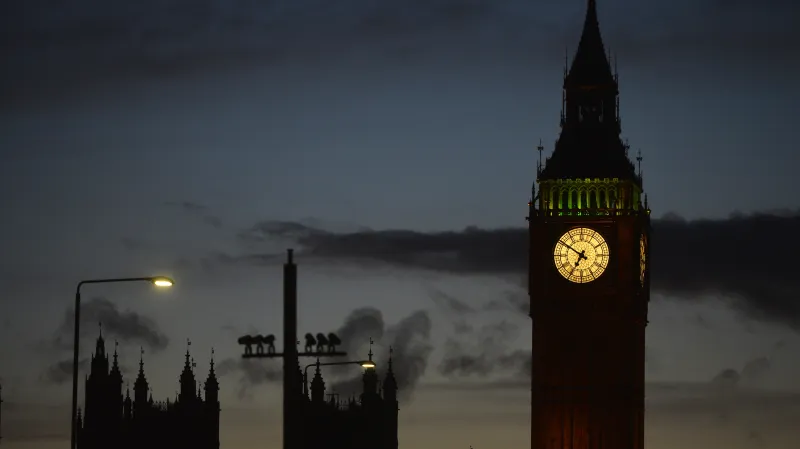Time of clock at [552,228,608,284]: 6:50
